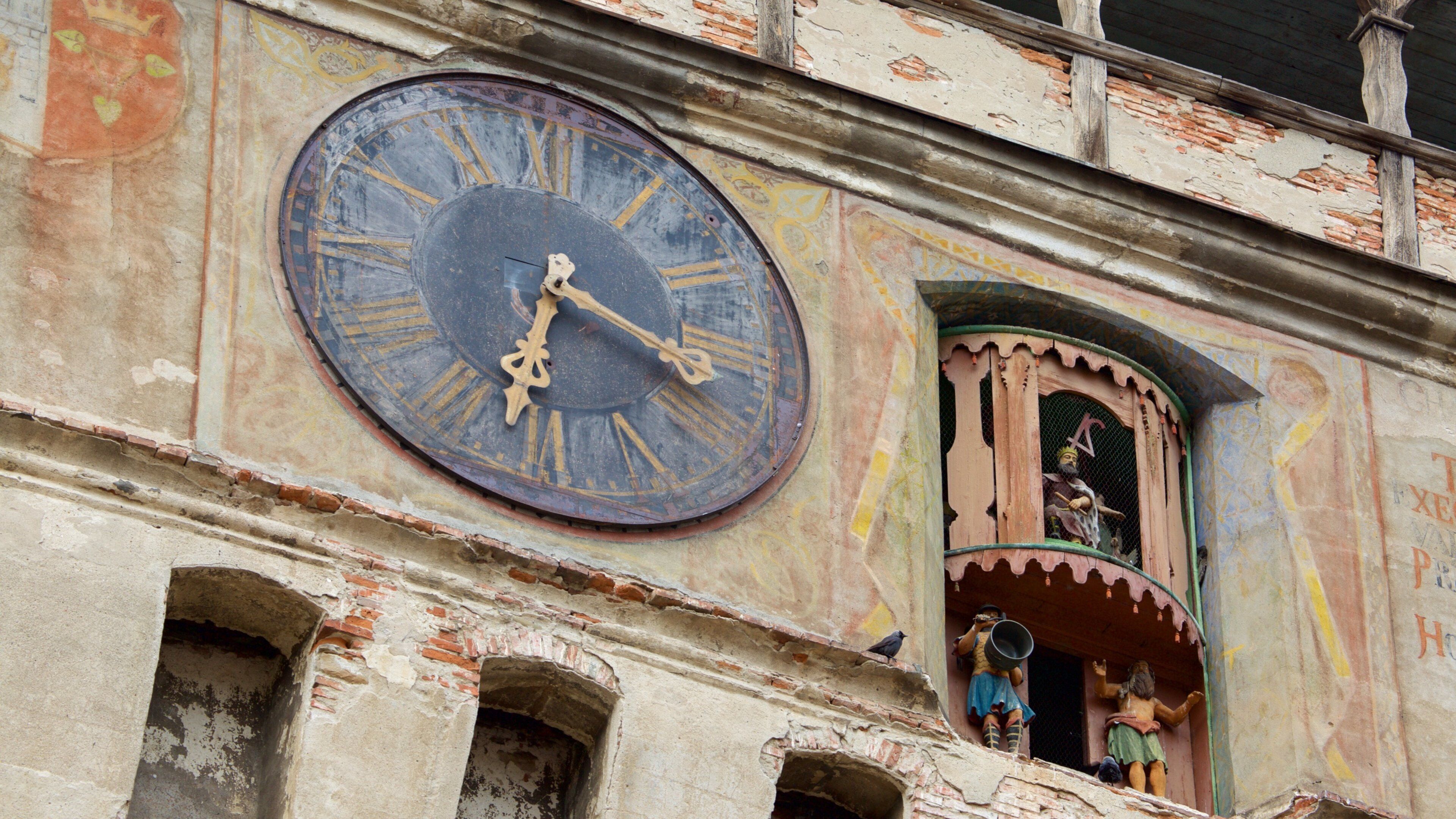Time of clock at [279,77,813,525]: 3:32
